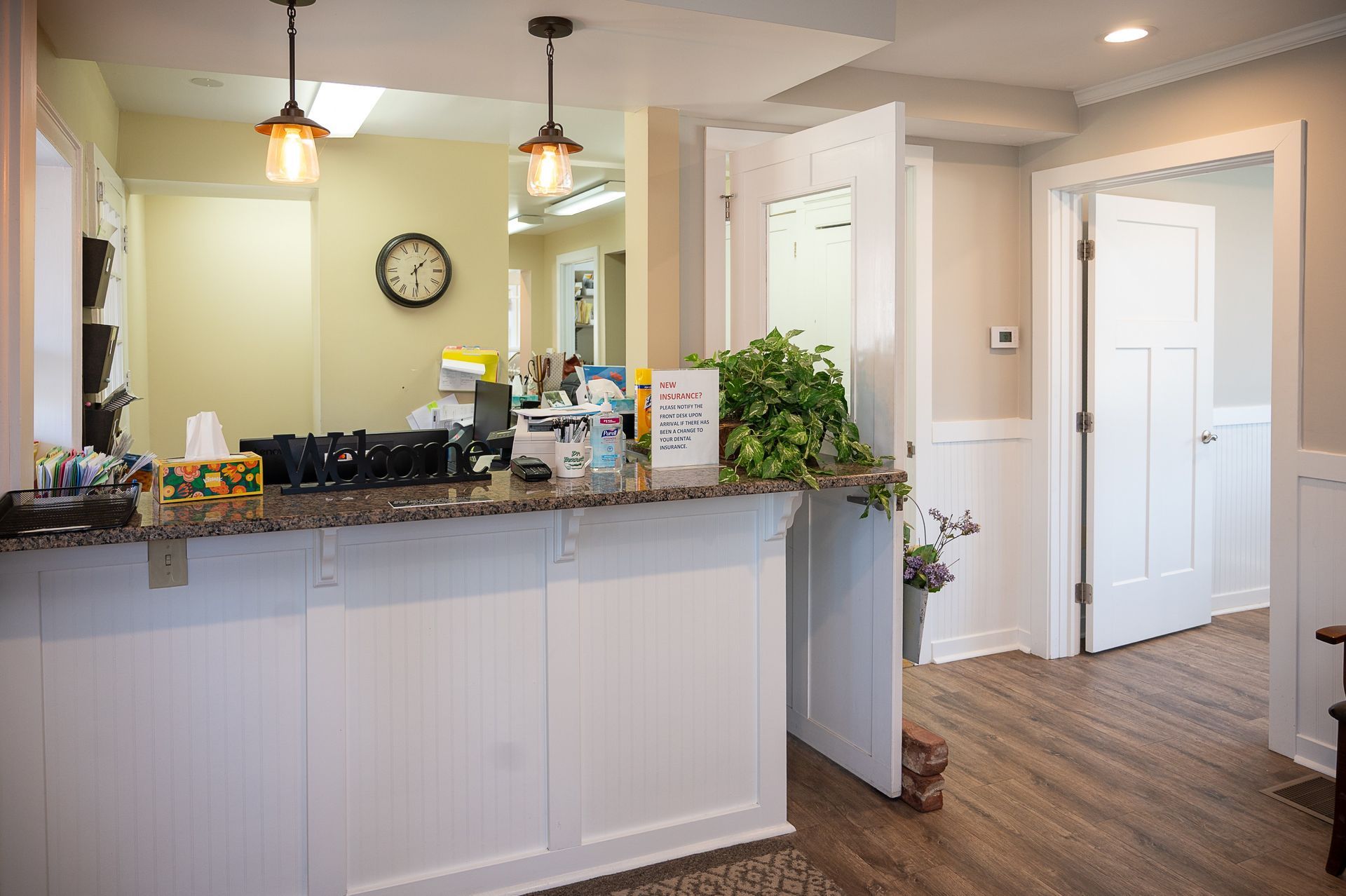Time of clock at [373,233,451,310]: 1:28
